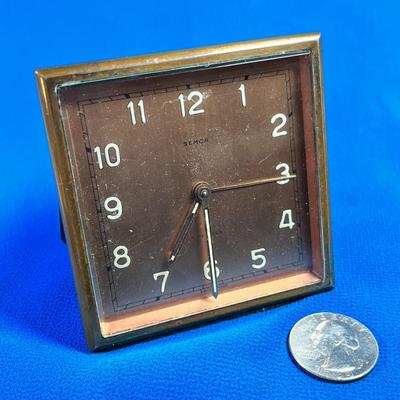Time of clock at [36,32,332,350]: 6:15
